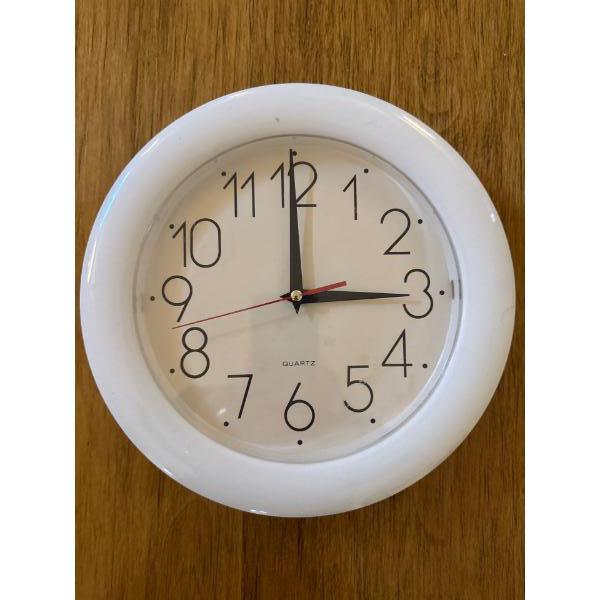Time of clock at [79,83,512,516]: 2:59
